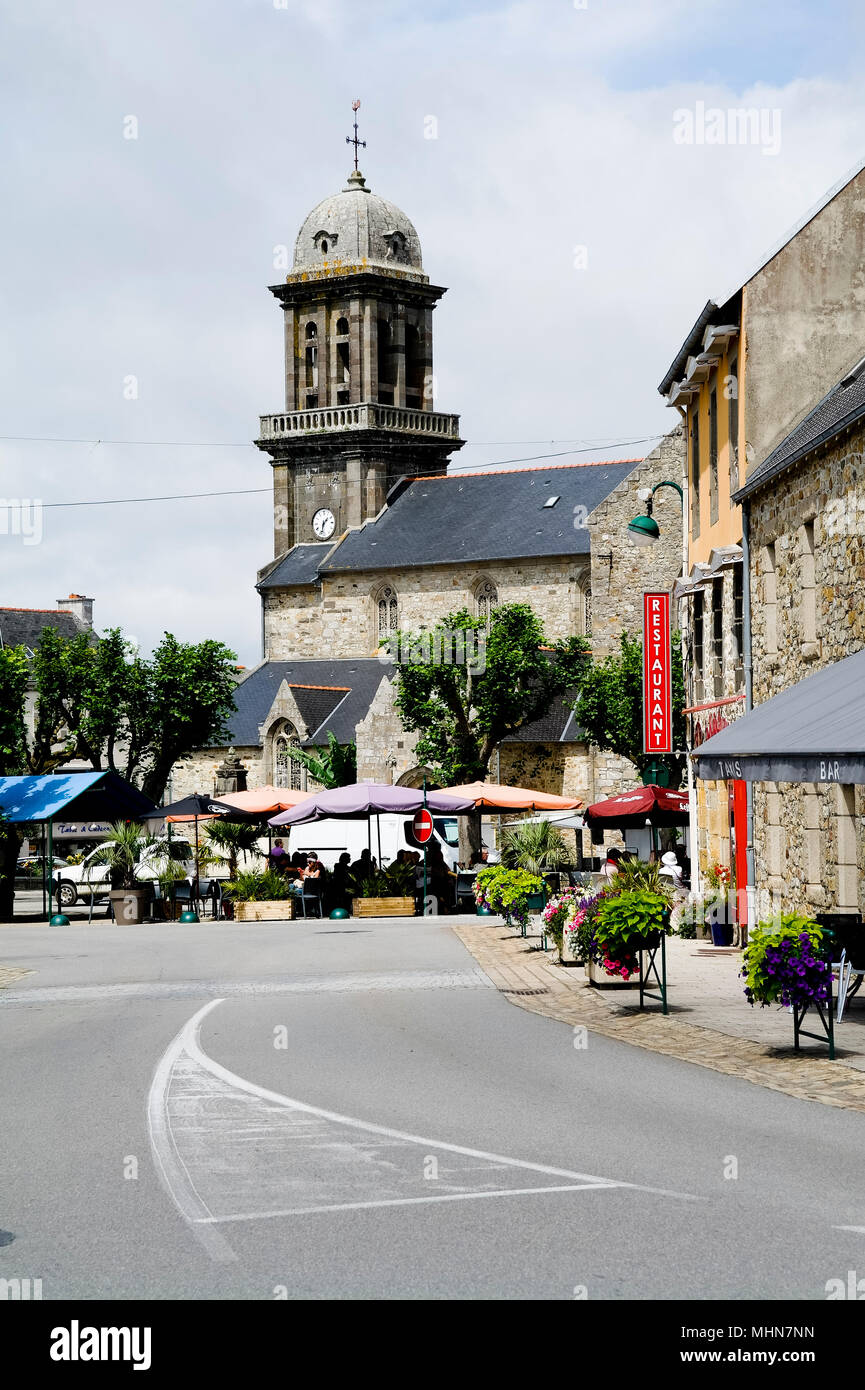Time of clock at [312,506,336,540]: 1:32
